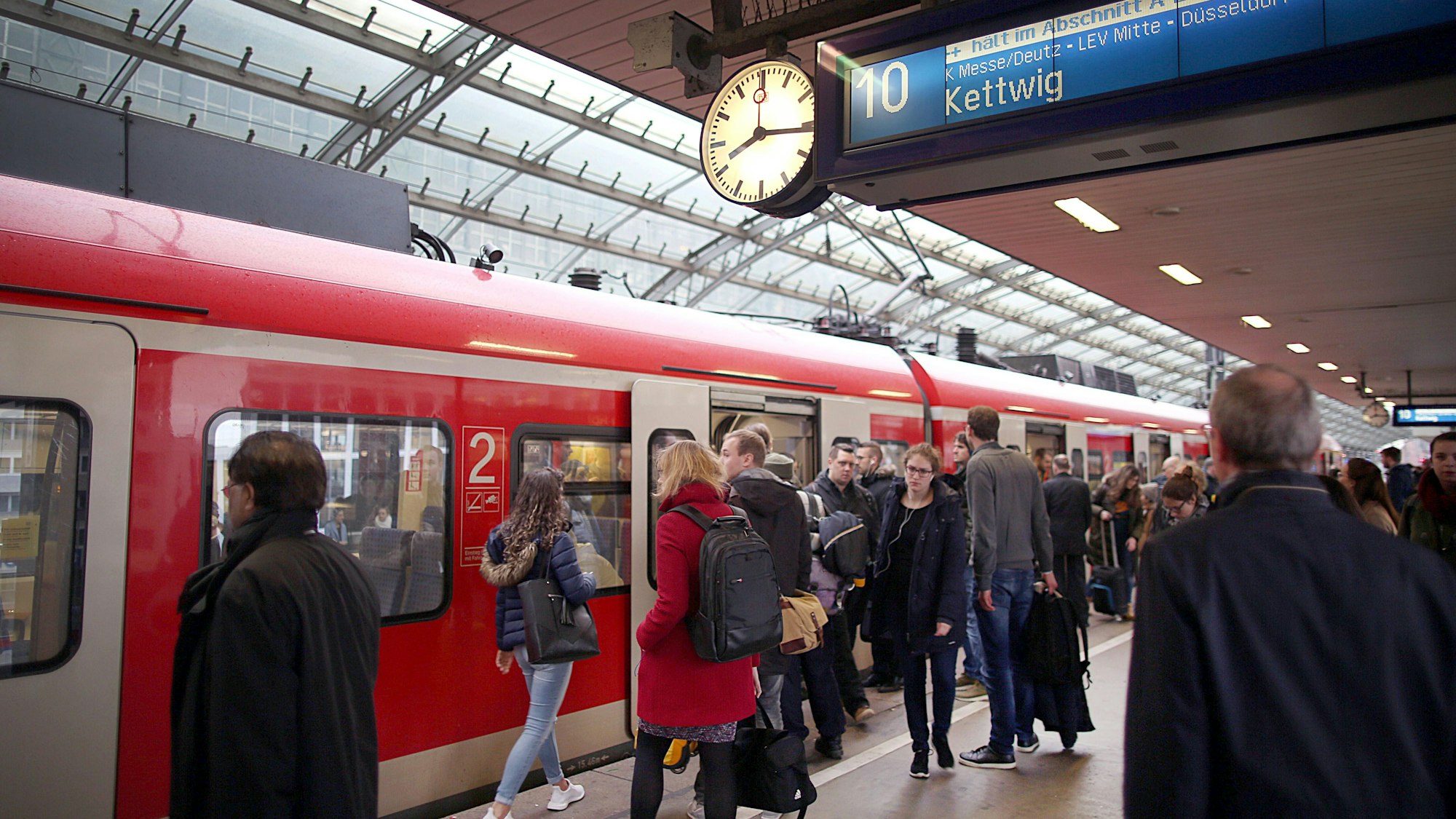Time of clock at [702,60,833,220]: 8:16
